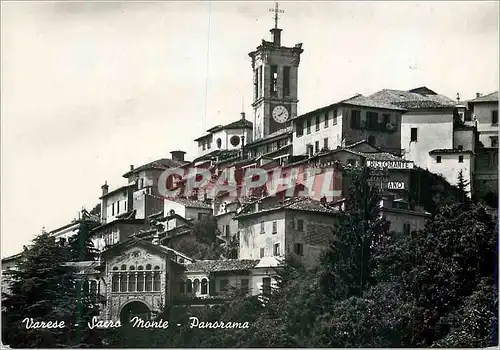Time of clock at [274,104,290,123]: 2:06
